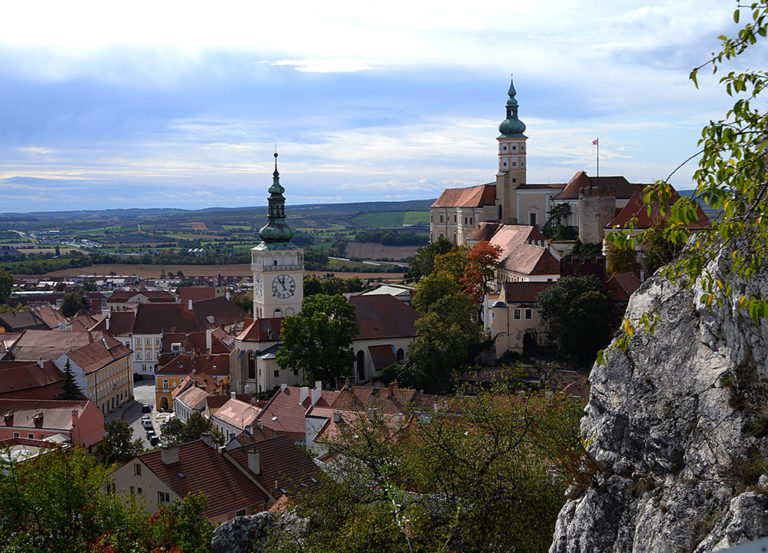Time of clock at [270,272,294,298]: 11:53
